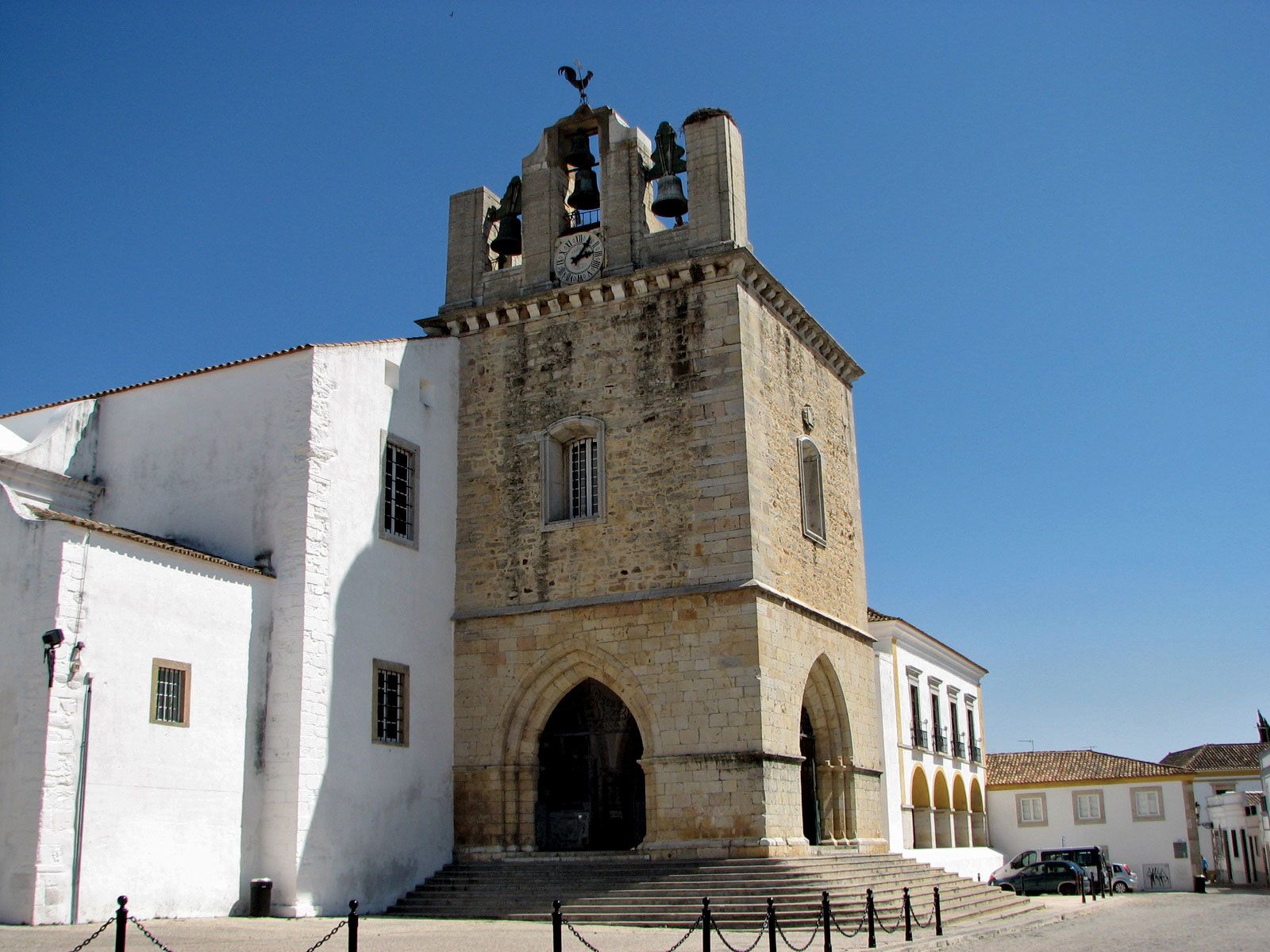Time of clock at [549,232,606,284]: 1:13
